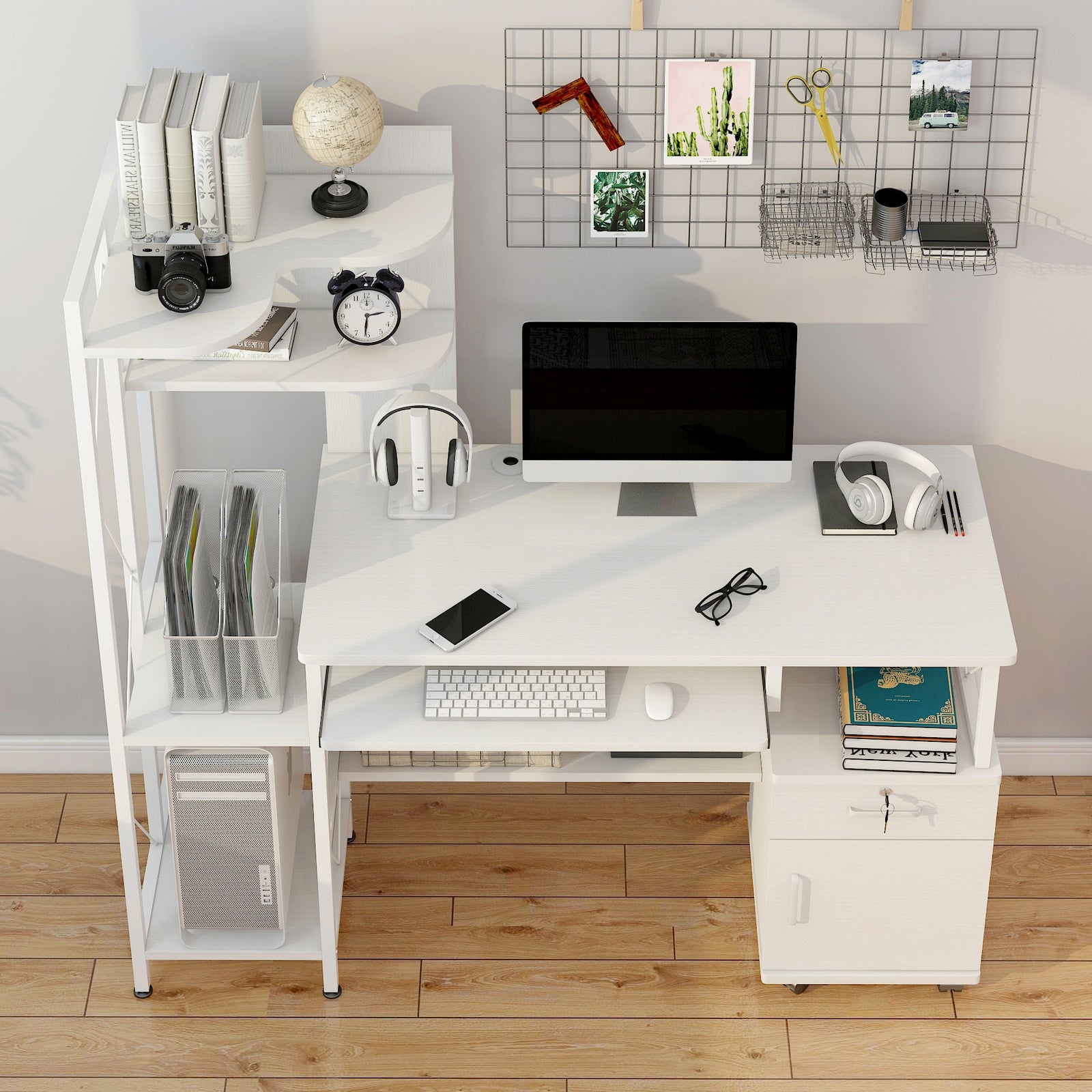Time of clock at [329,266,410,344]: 2:31
